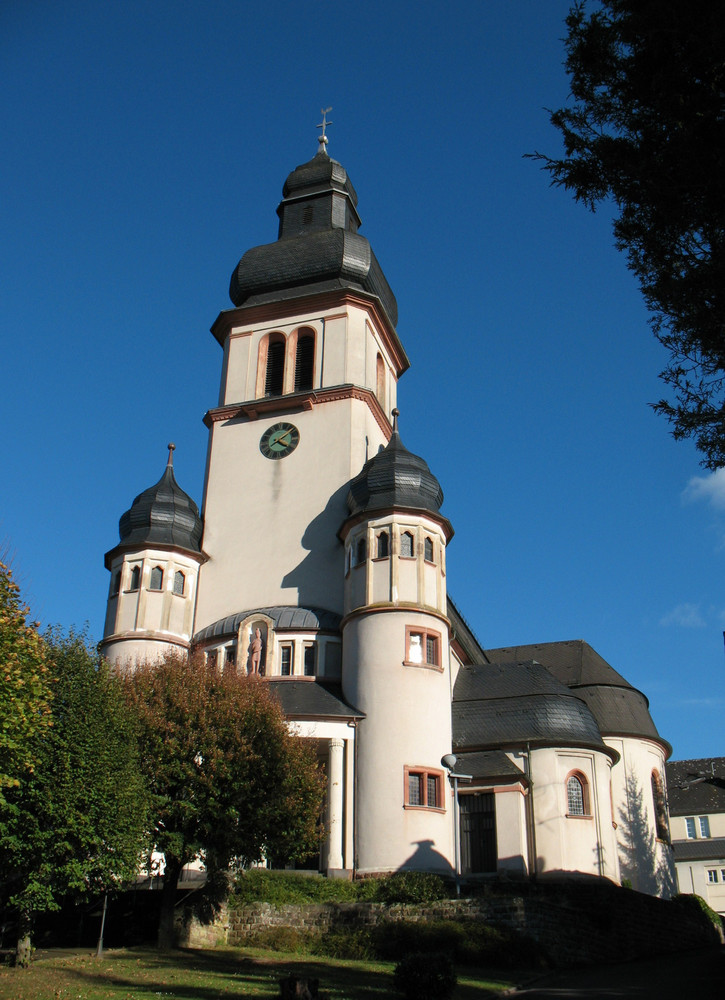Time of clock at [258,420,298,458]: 4:08
